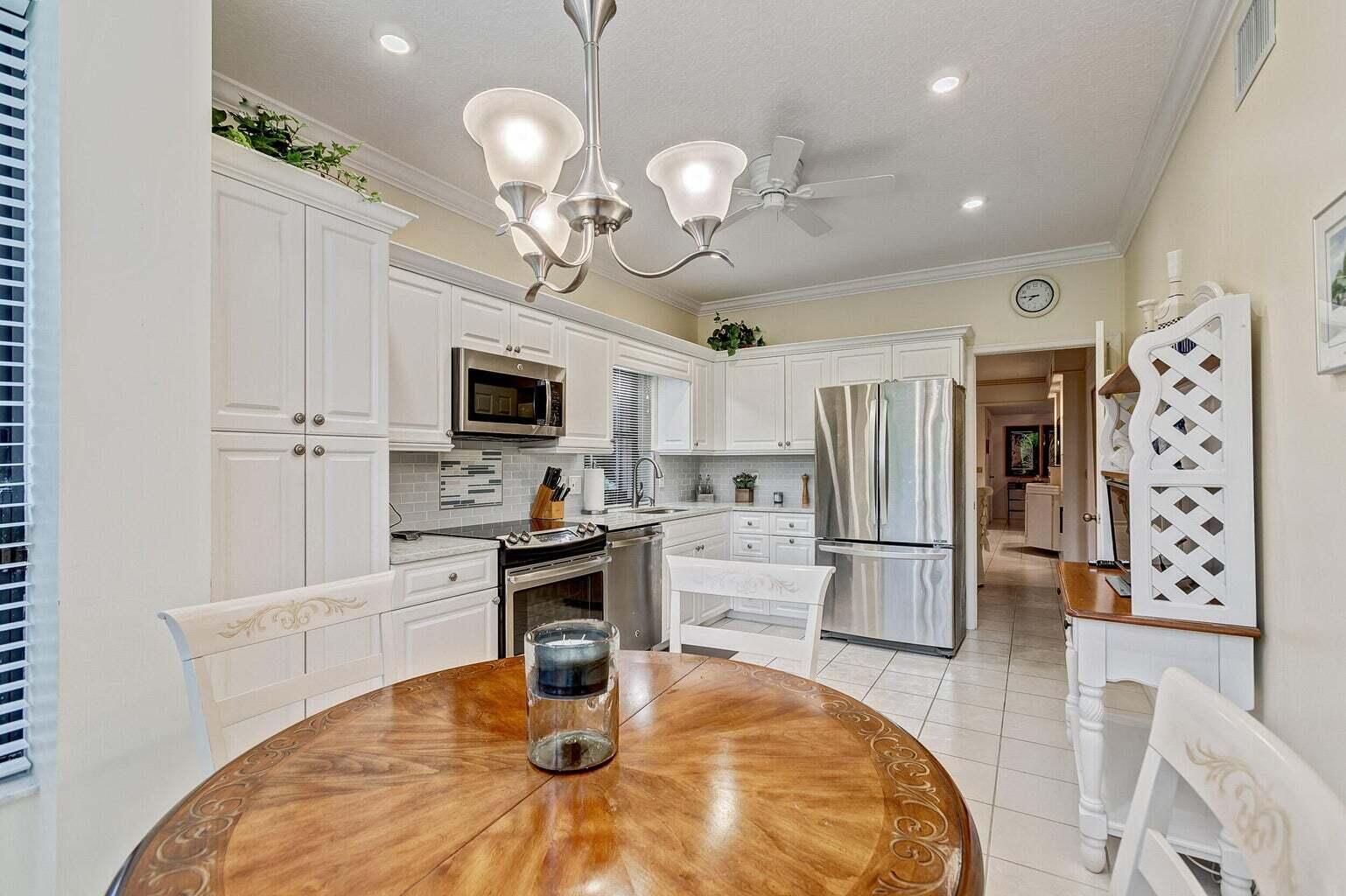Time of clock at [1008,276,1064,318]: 7:45
